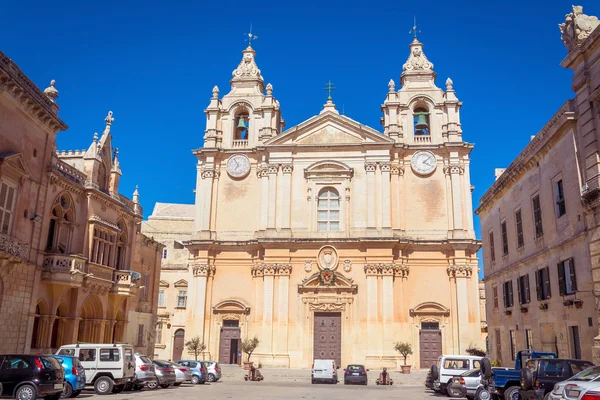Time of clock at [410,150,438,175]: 4:08
